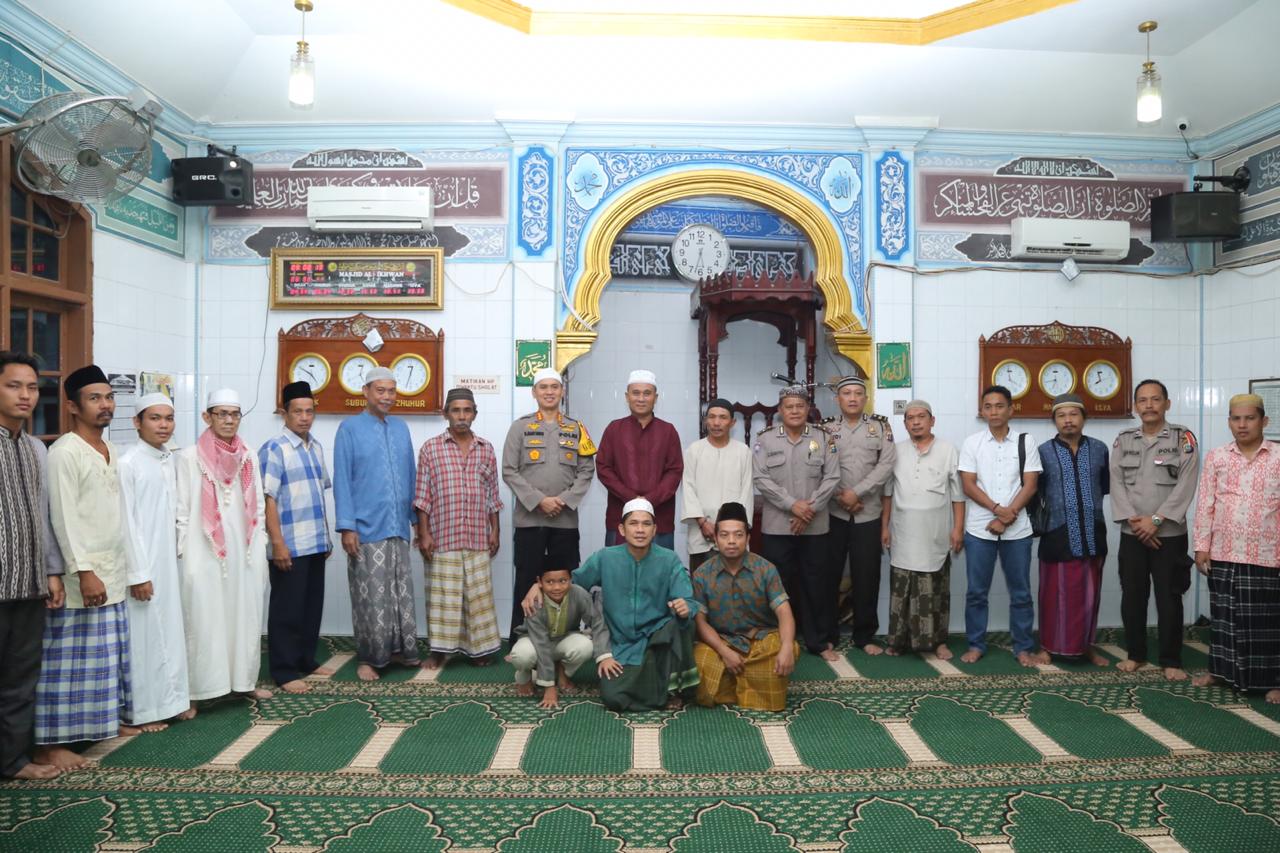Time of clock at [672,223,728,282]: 5:32
